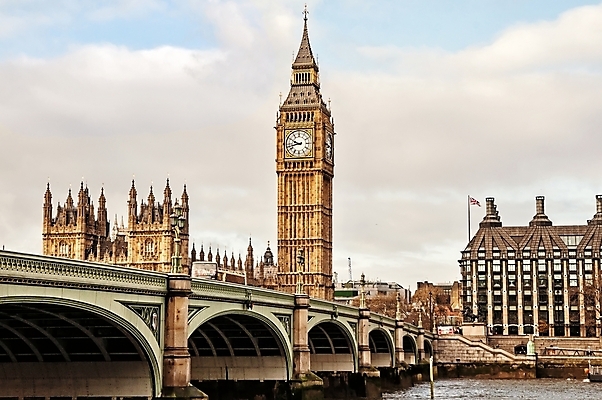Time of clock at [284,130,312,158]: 9:42
